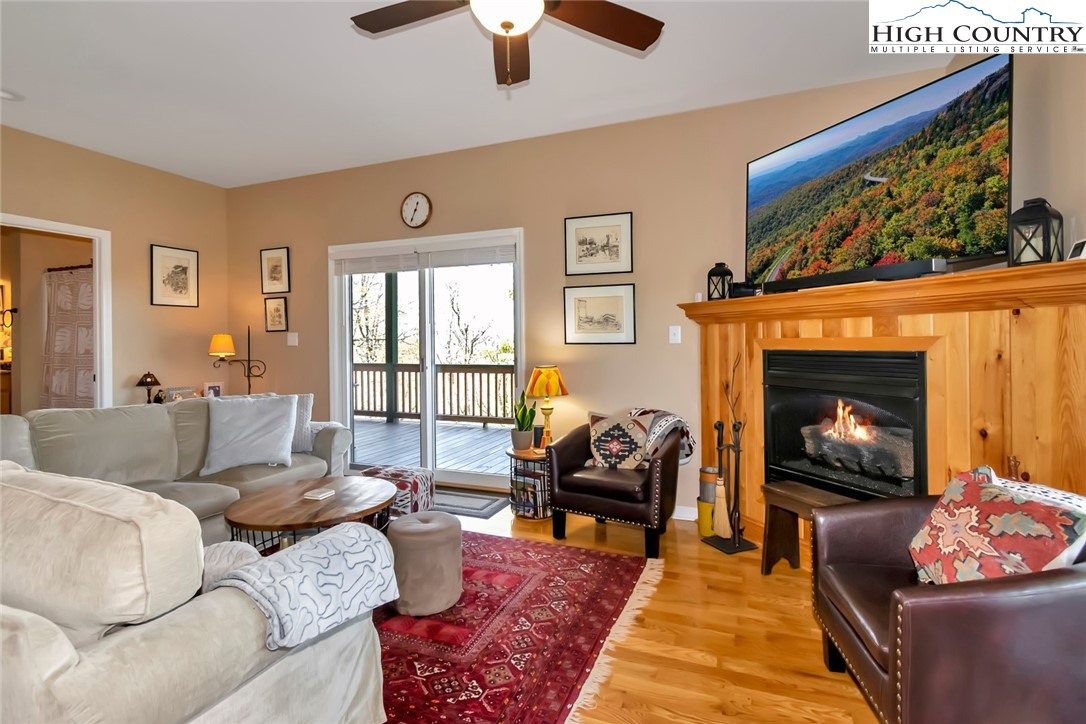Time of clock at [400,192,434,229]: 12:34
